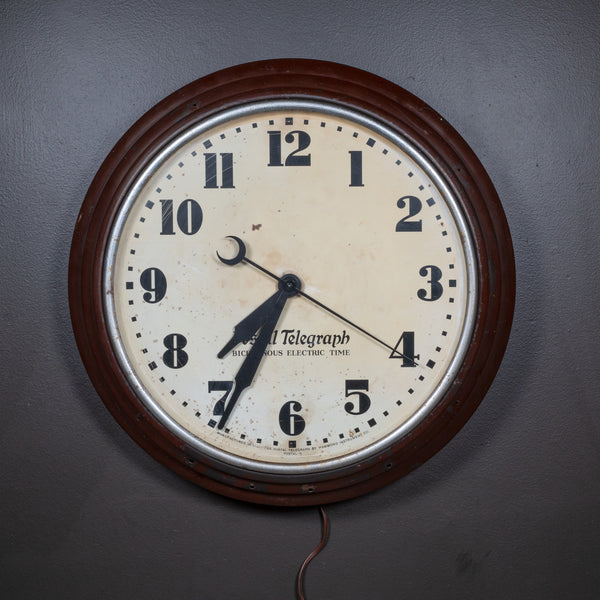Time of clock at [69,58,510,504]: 7:34
